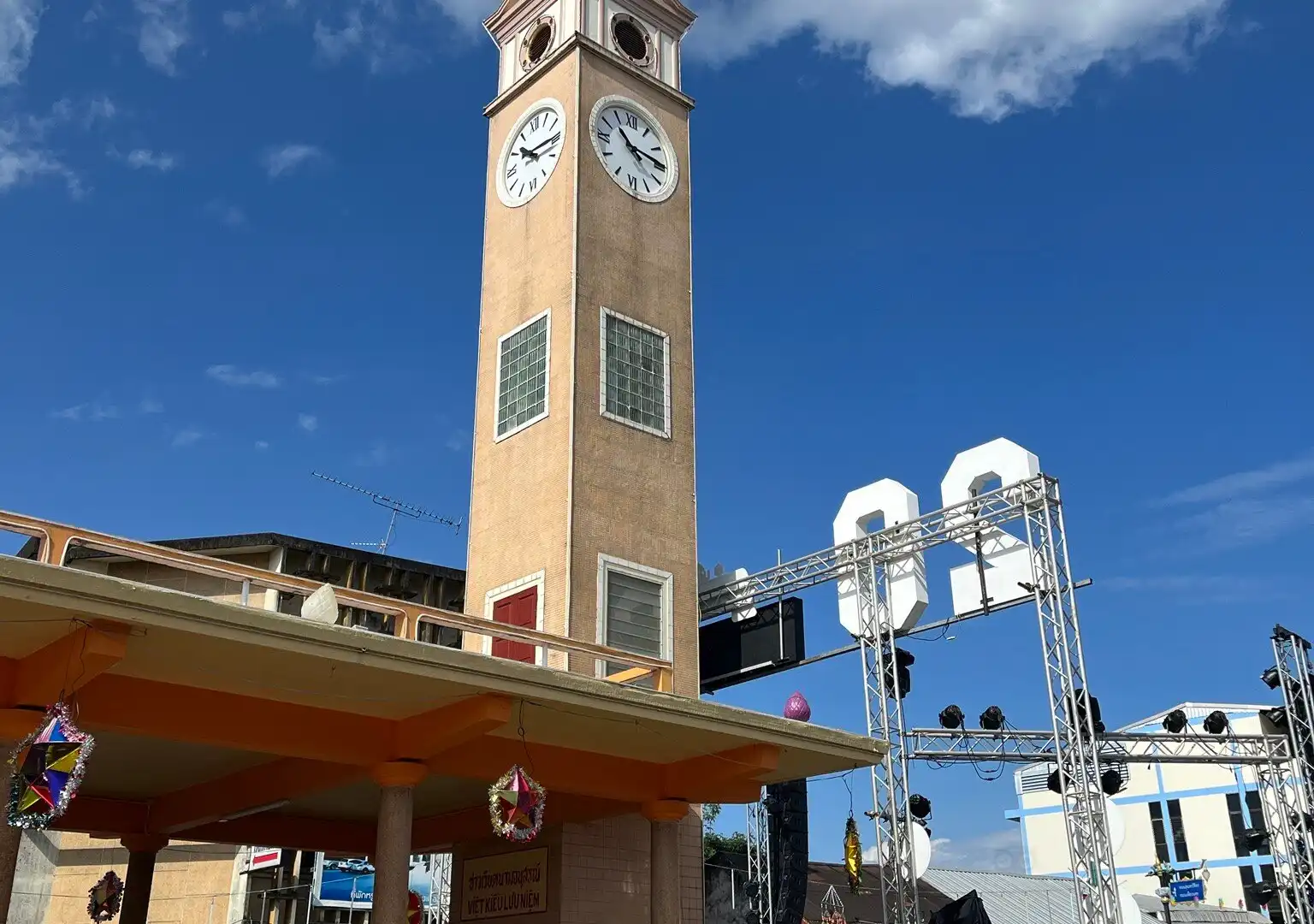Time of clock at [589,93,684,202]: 10:14
